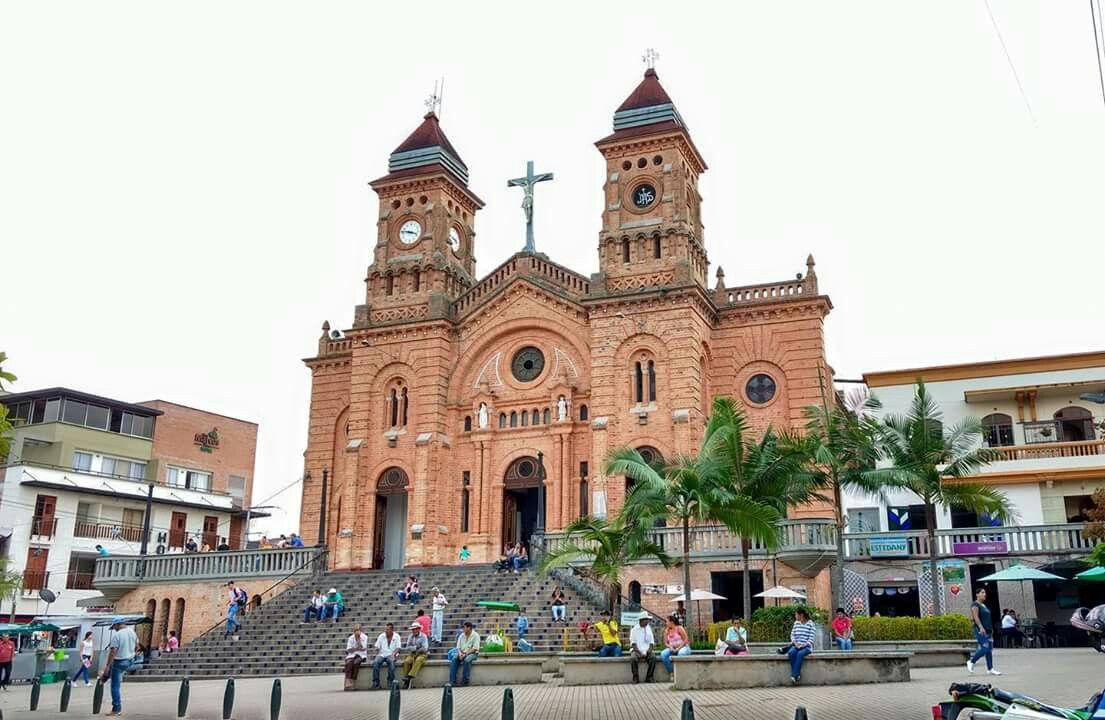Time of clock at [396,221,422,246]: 3:46
